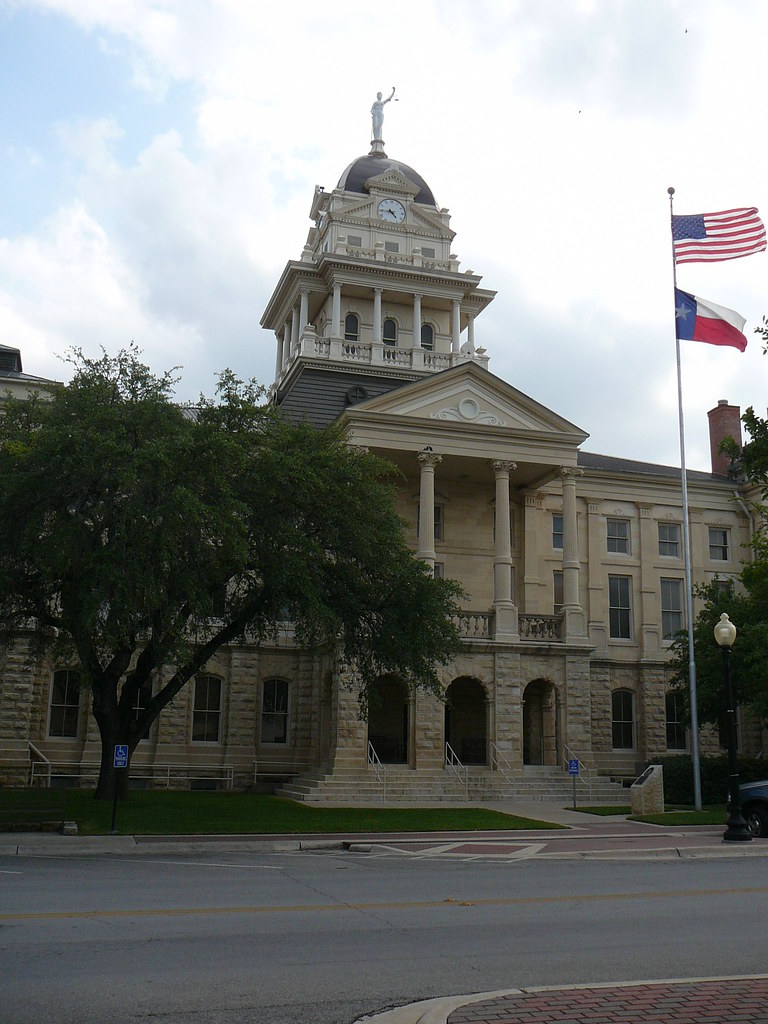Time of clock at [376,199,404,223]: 4:44
